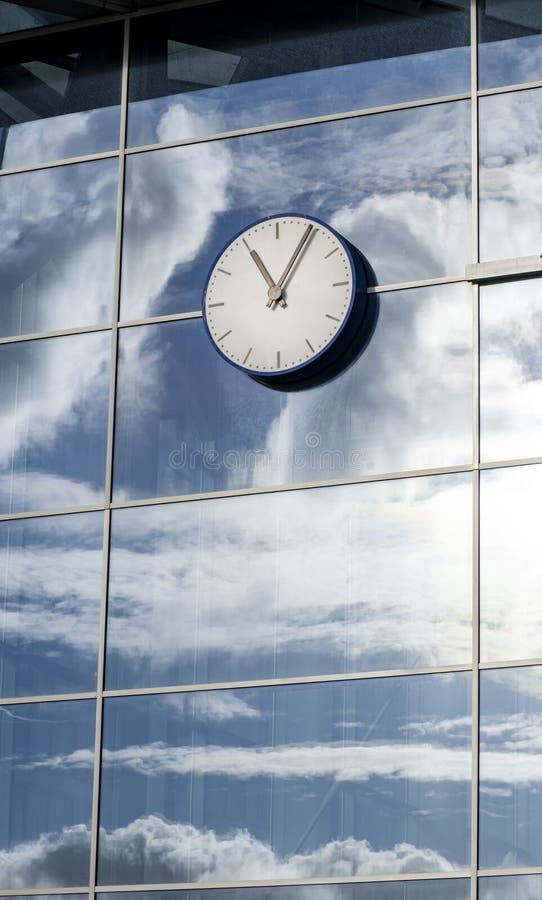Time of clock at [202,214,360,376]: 11:05
